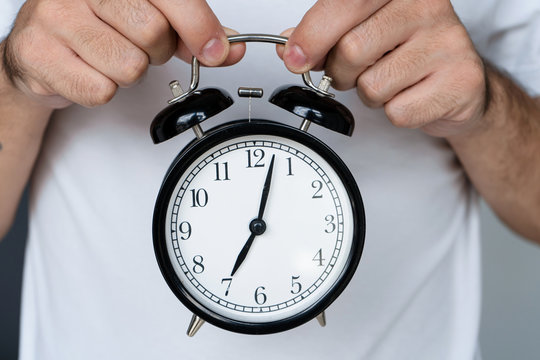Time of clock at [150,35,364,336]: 7:02
